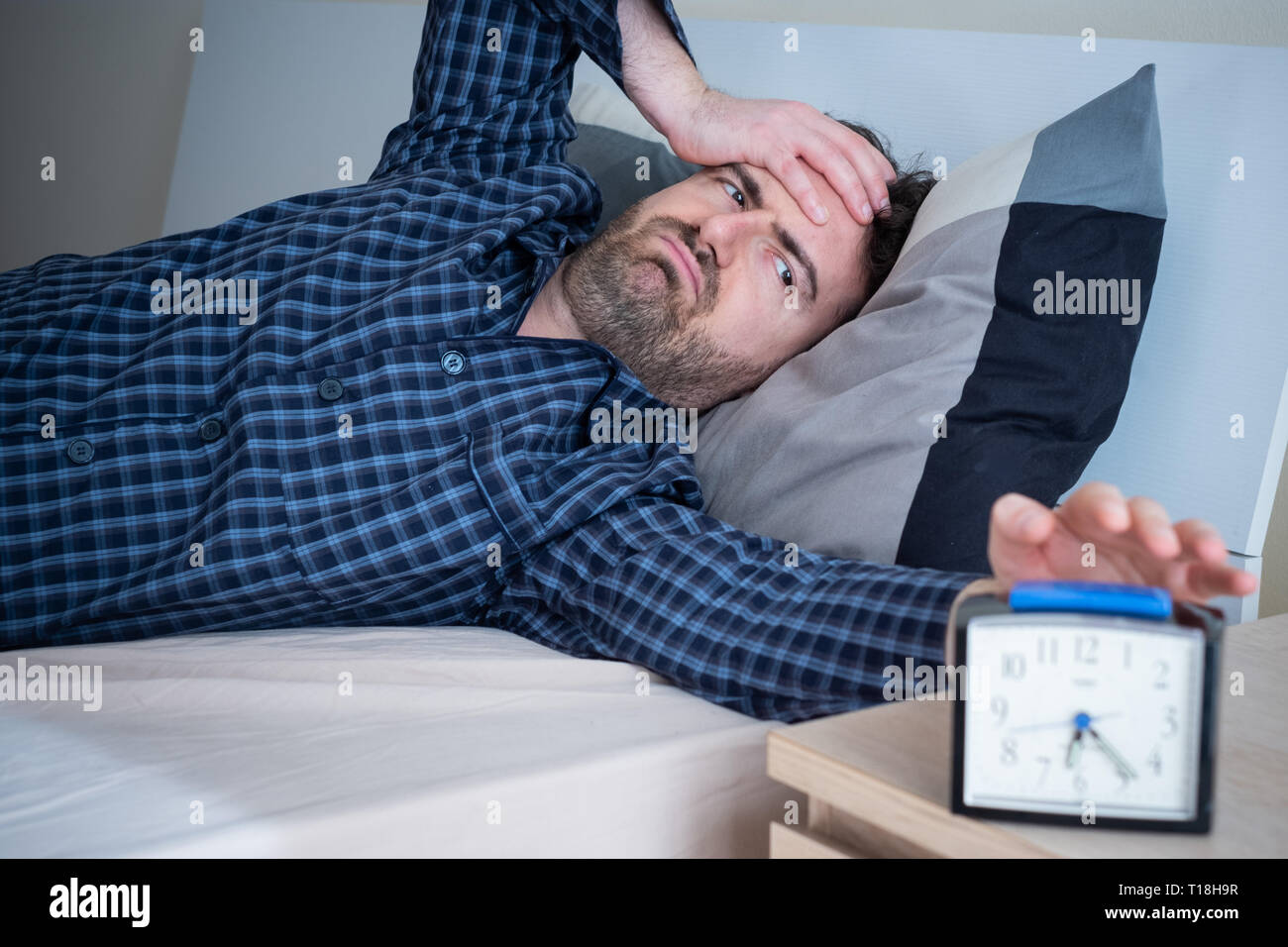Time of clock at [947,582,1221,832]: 6:23
